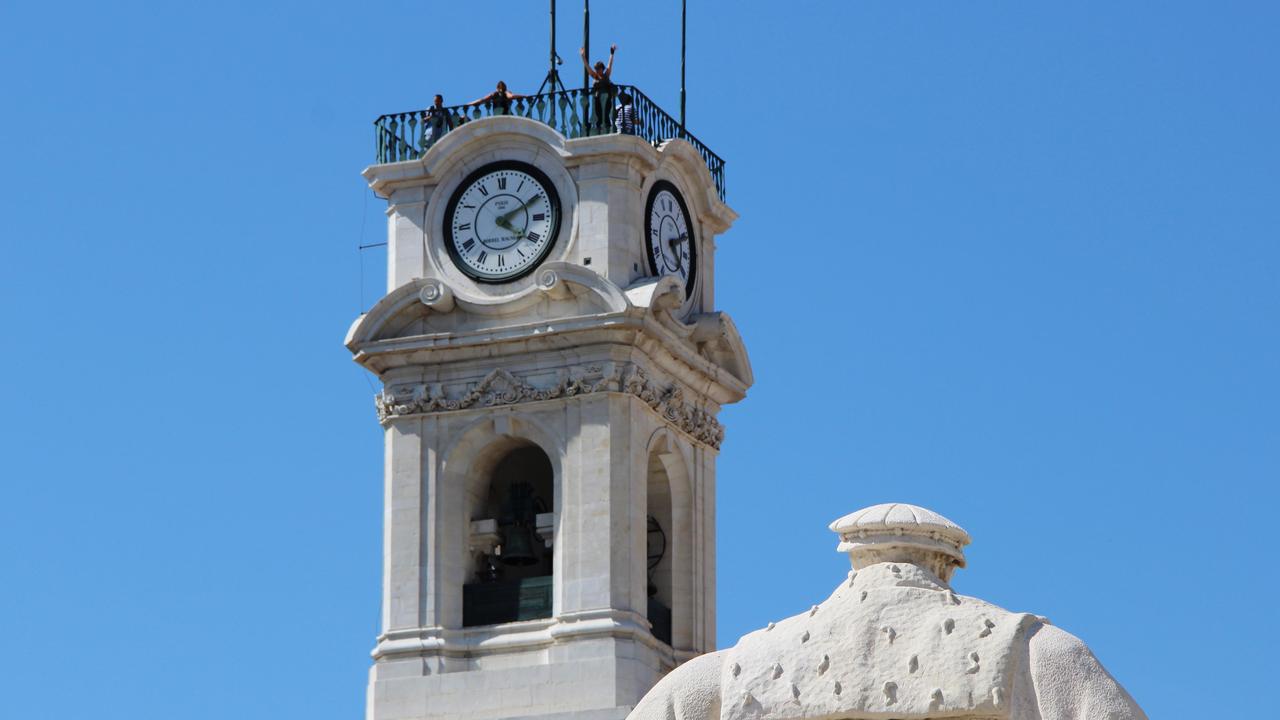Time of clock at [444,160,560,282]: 4:10
